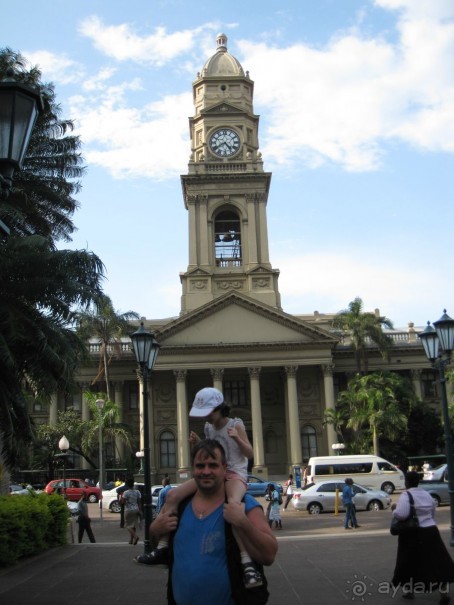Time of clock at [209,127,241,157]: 4:39
